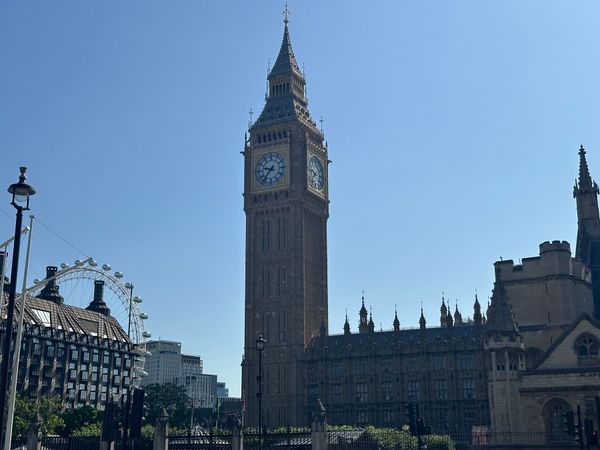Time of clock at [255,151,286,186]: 9:37
